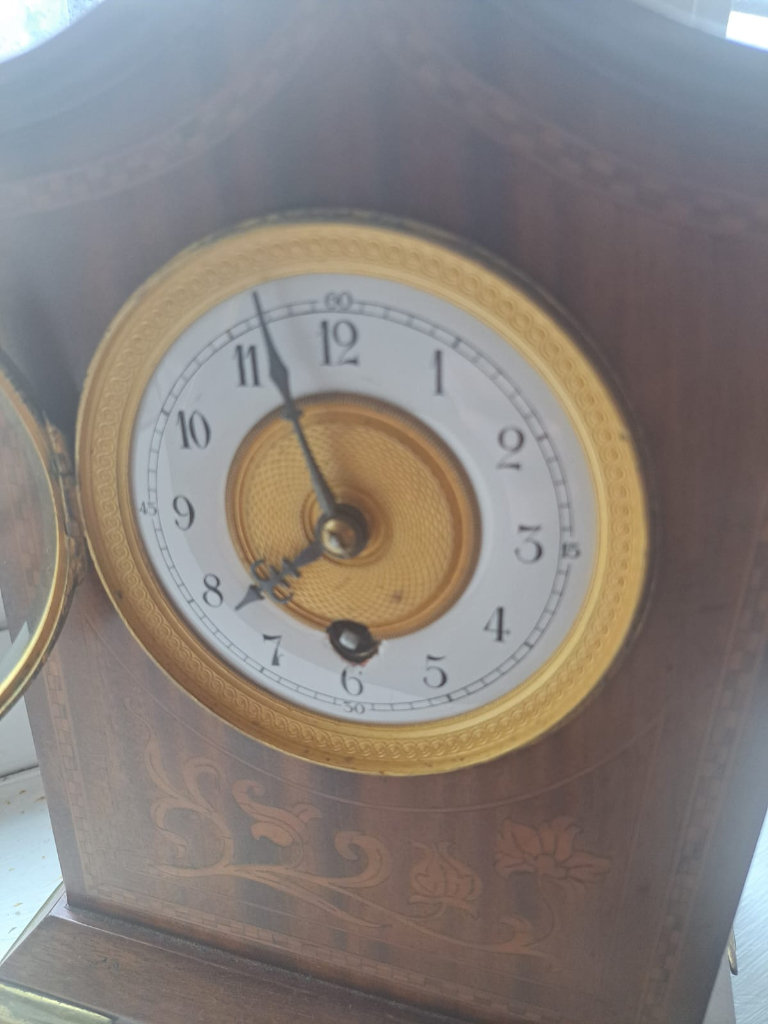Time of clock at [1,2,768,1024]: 7:56
